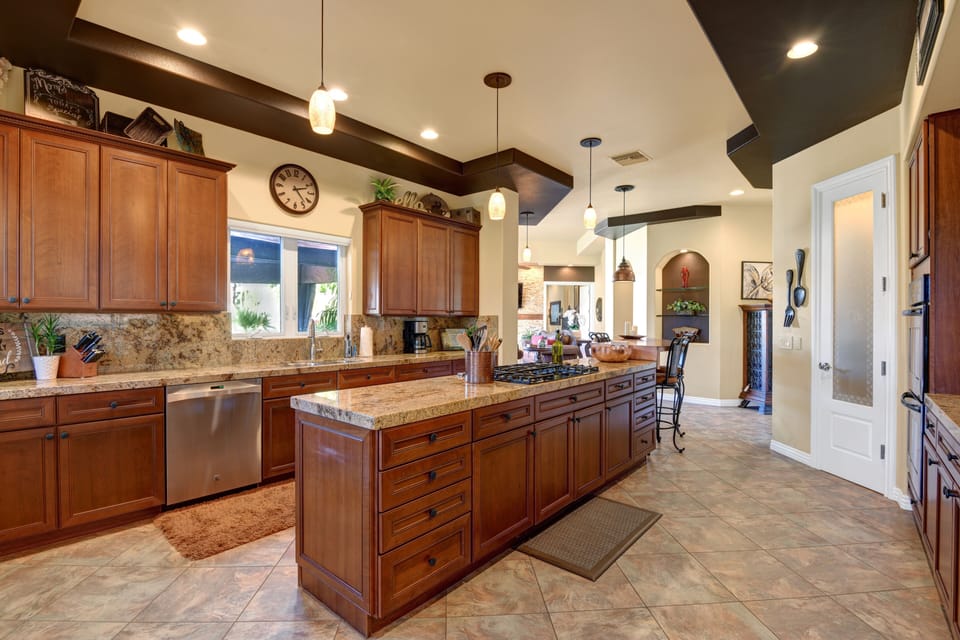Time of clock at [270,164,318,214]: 2:23
